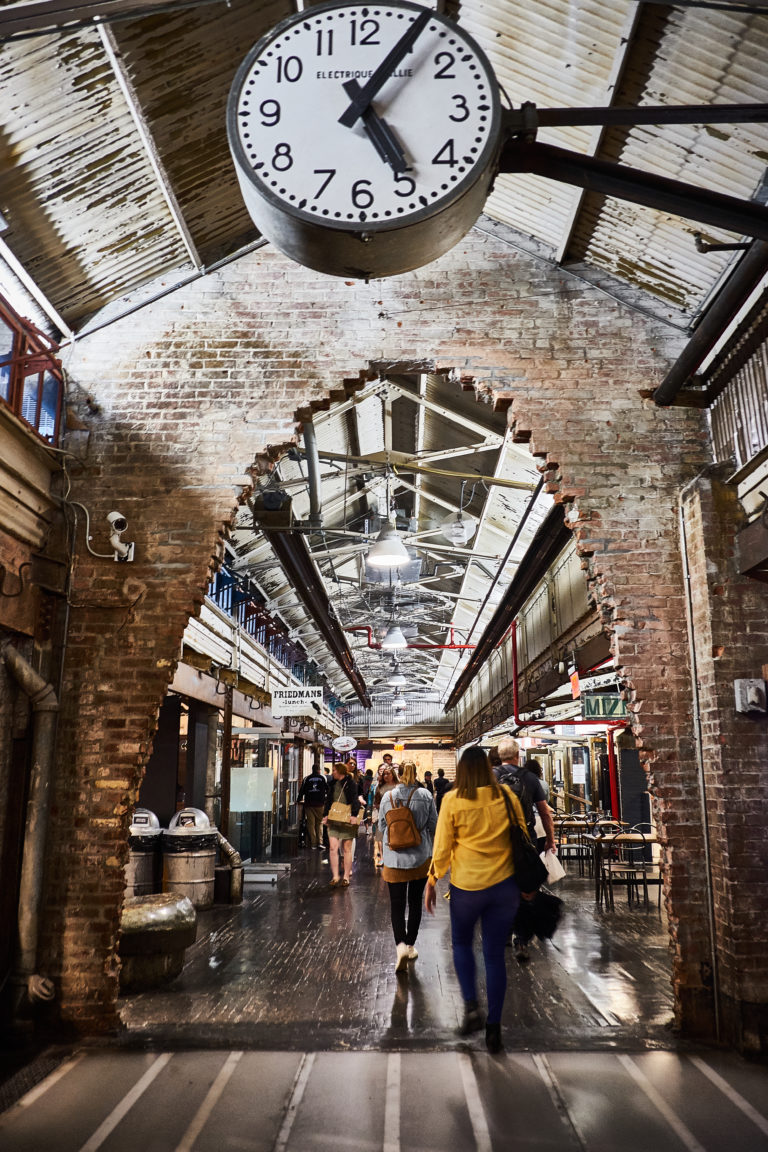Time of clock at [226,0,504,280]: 5:05
